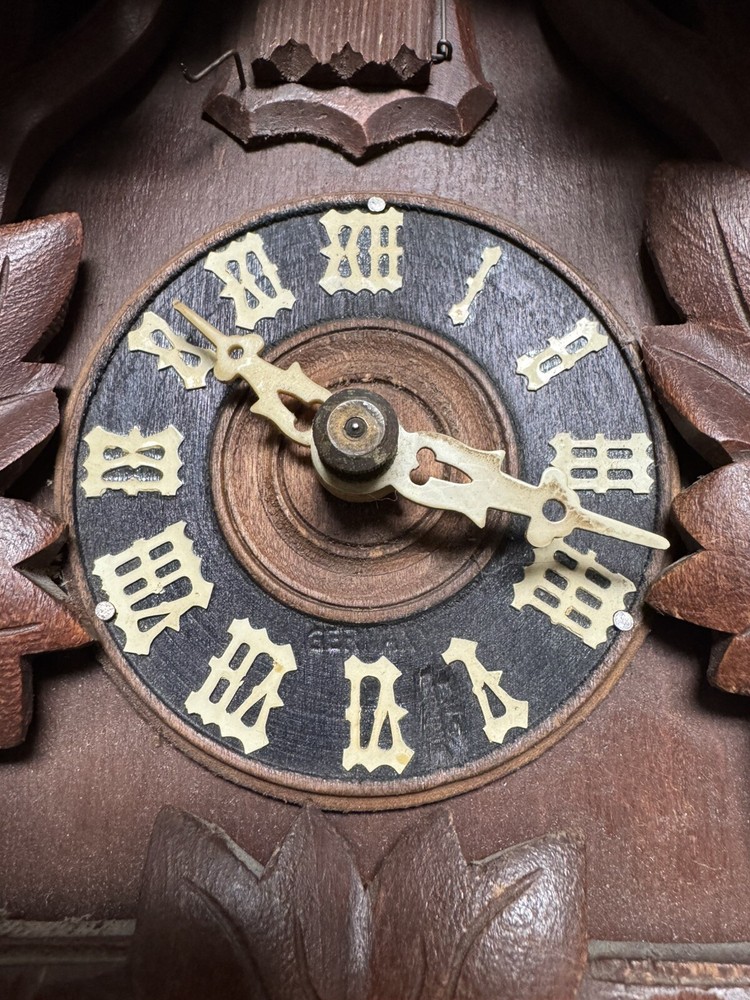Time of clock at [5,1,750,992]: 10:17
